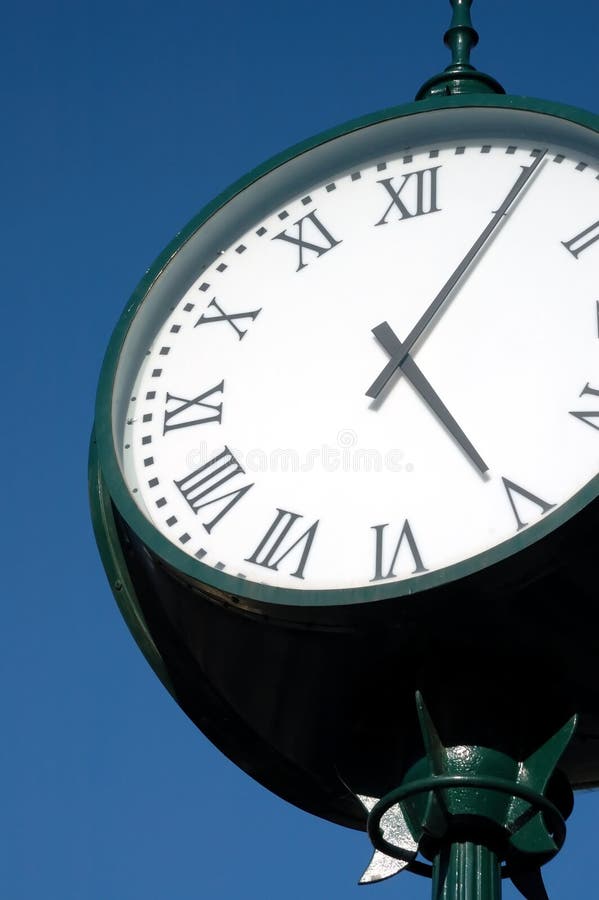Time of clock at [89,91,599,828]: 5:05
